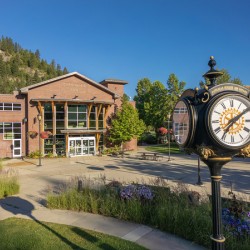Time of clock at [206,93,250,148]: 7:09
